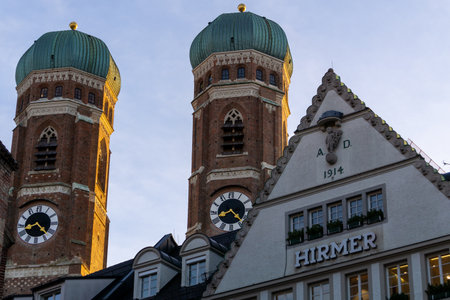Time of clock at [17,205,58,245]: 8:22
